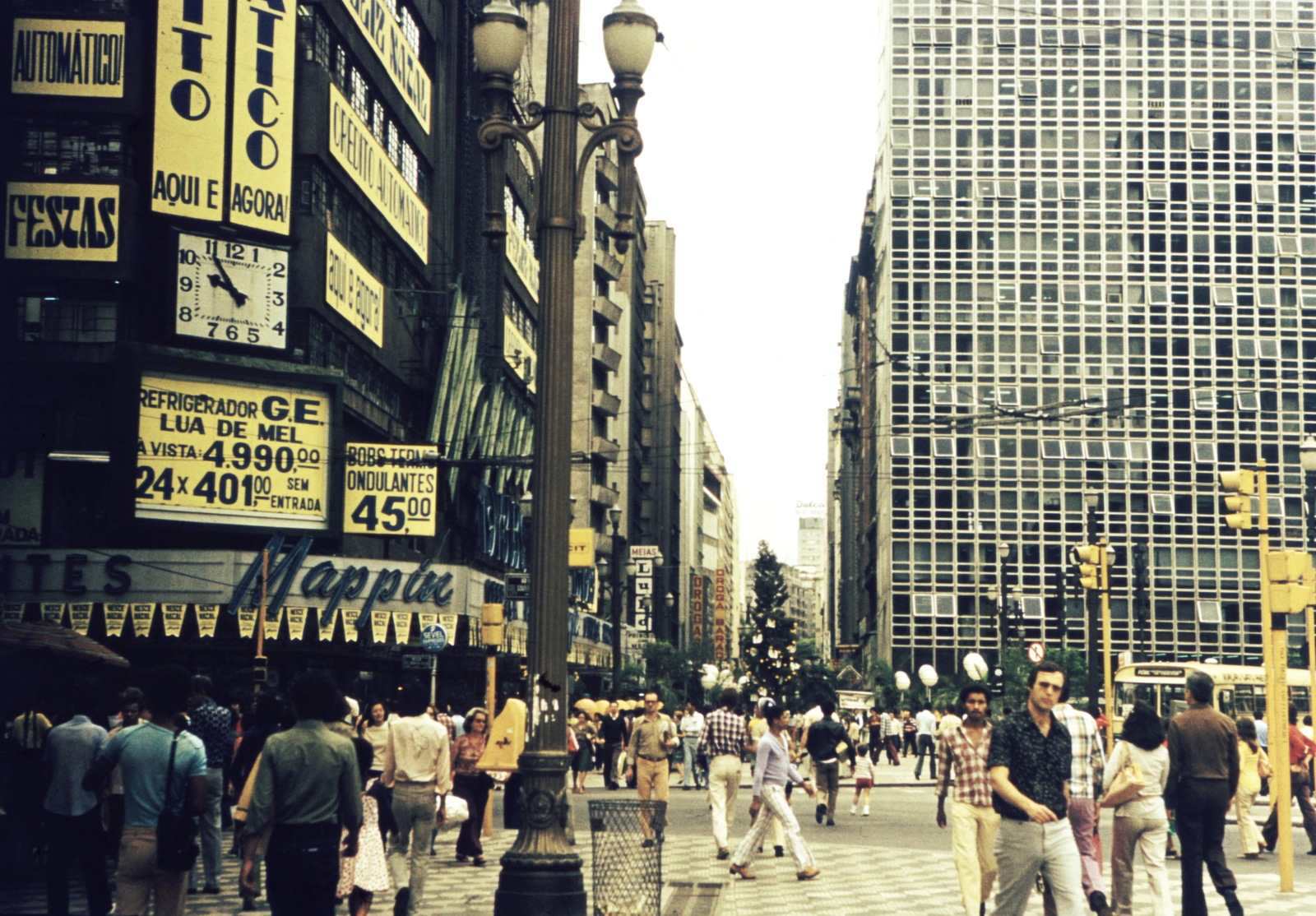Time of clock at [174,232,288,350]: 9:54
